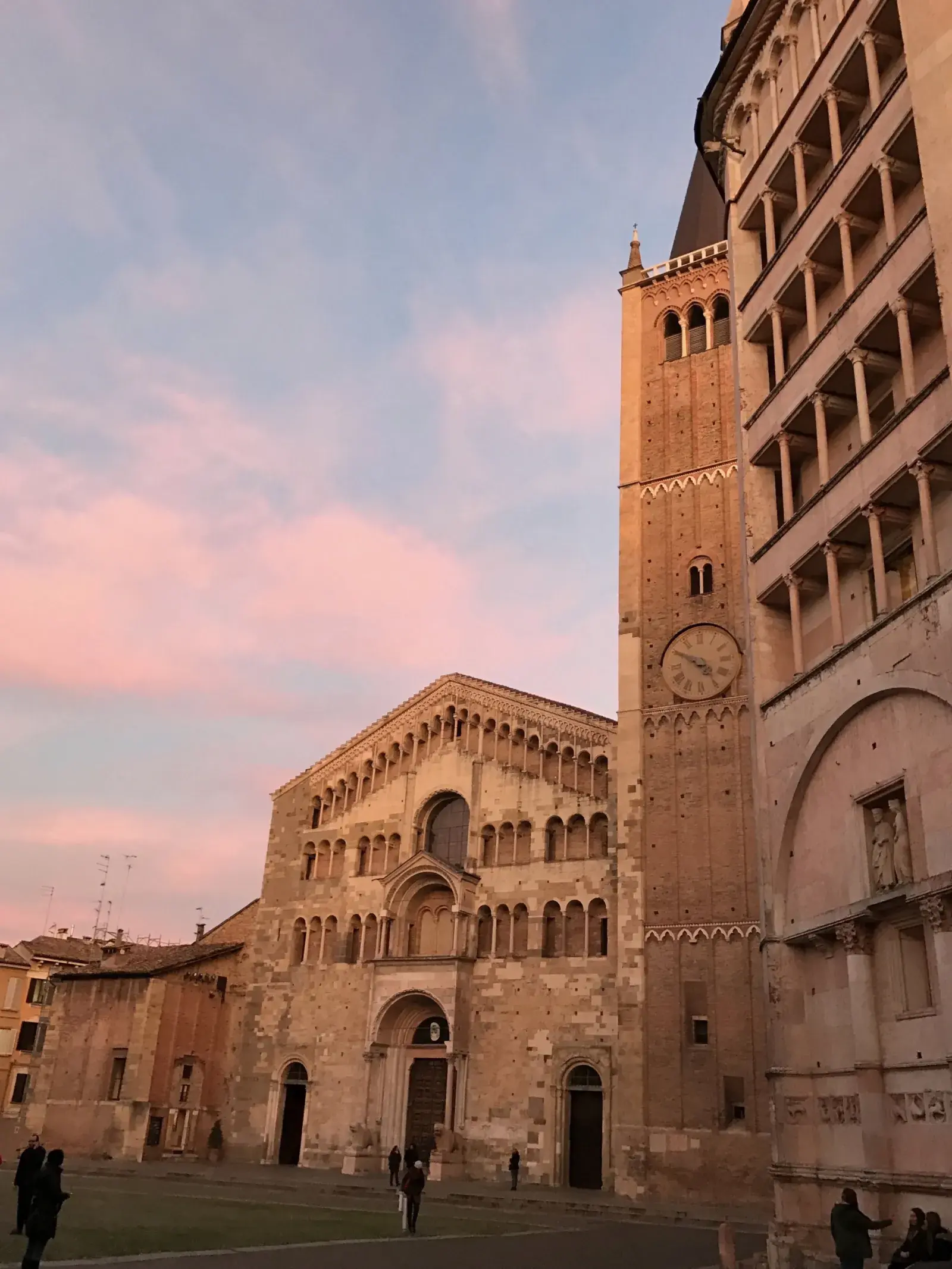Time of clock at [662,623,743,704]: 4:50
